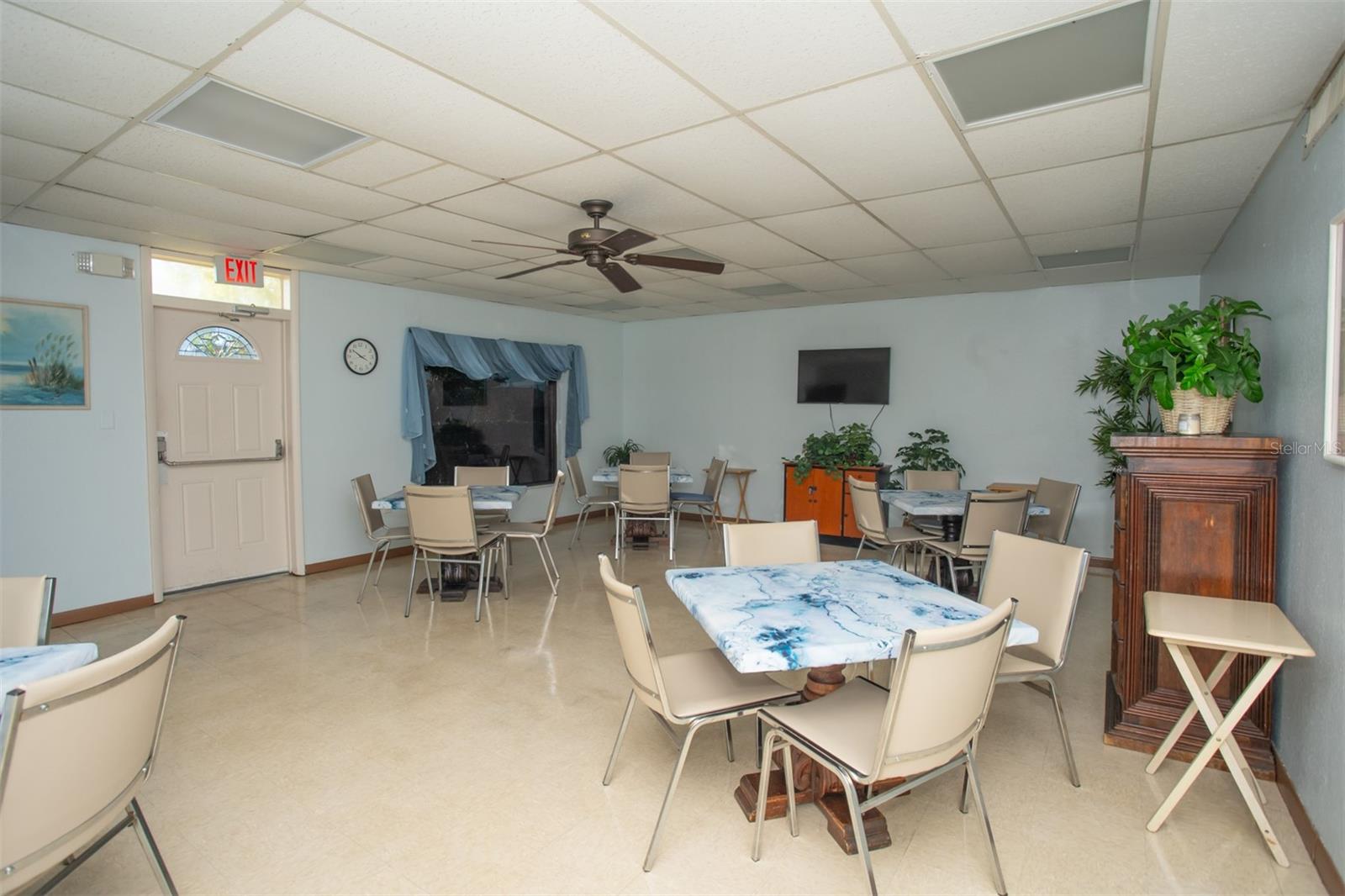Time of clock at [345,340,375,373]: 3:51
